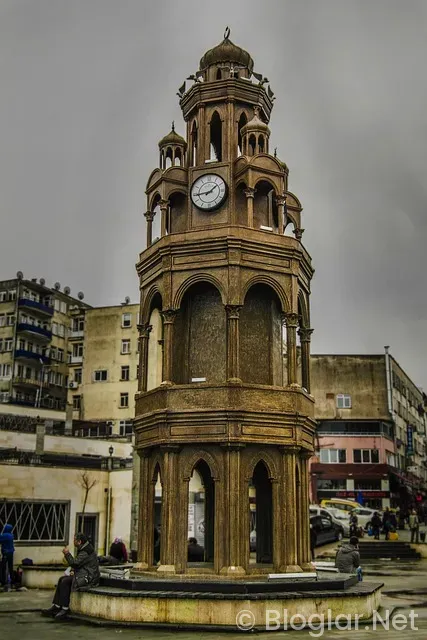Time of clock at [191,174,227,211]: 1:44
